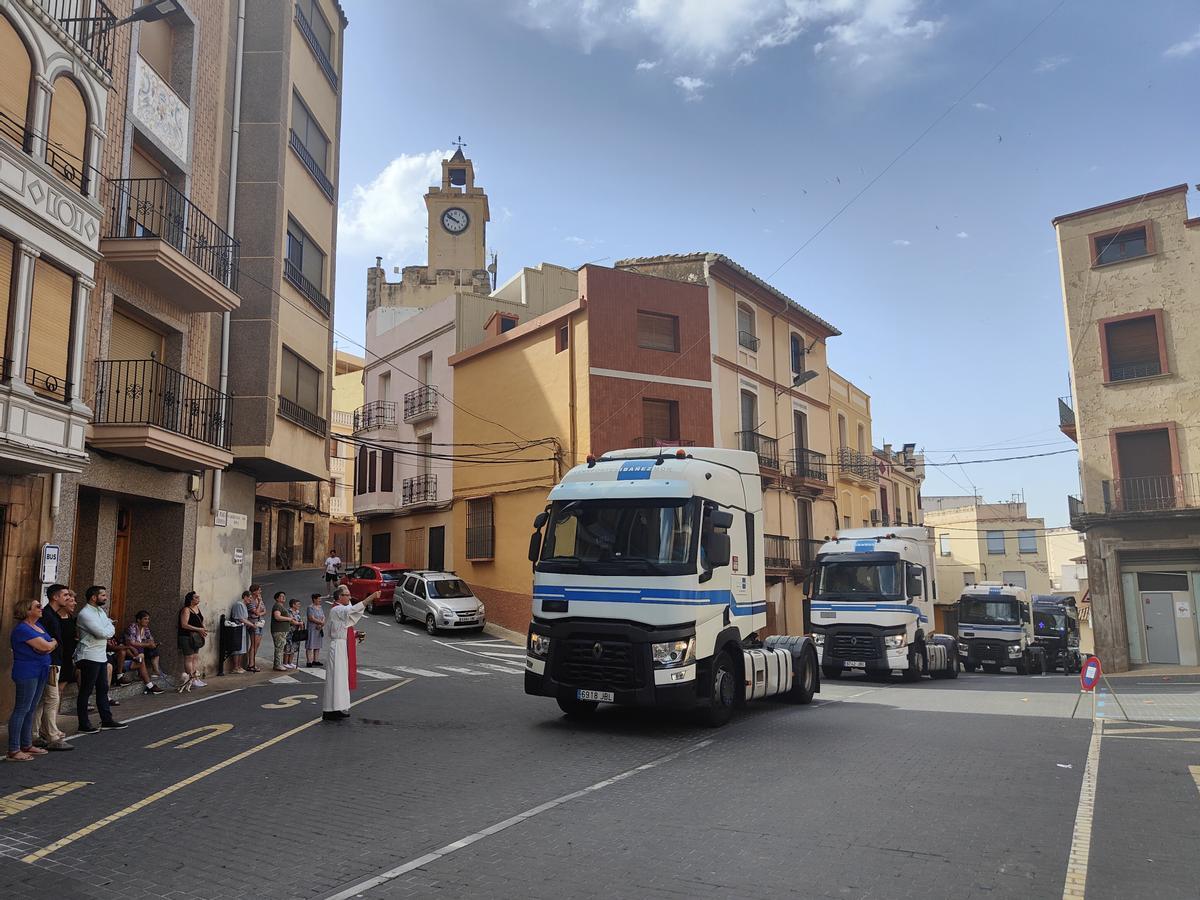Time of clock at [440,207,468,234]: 9:51
